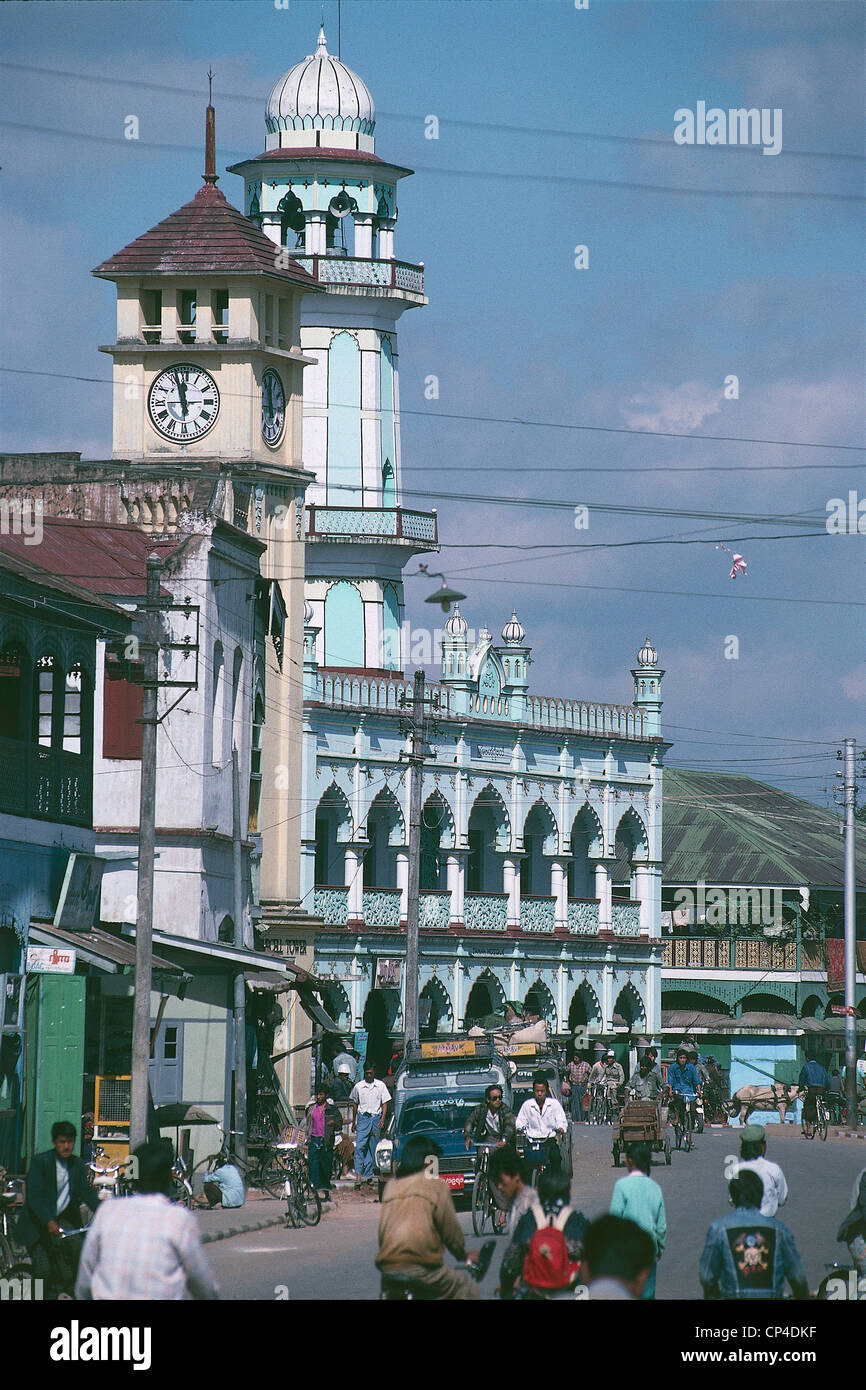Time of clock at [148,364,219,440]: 11:57
